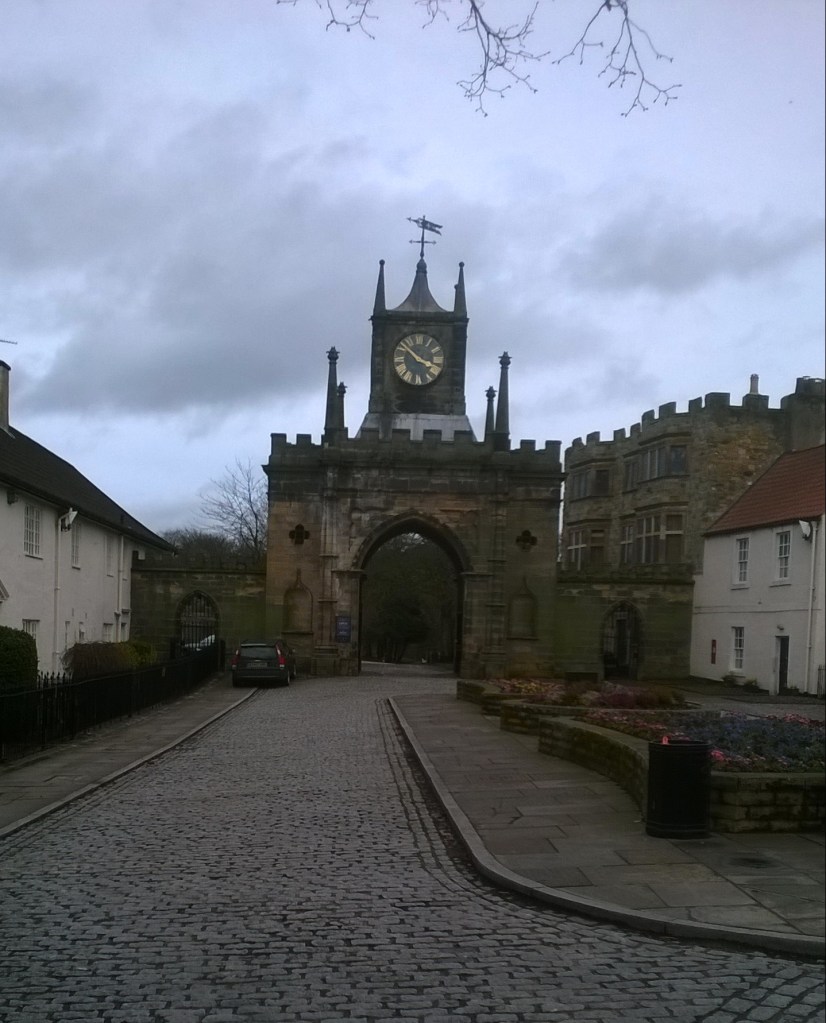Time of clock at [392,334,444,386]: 3:51
